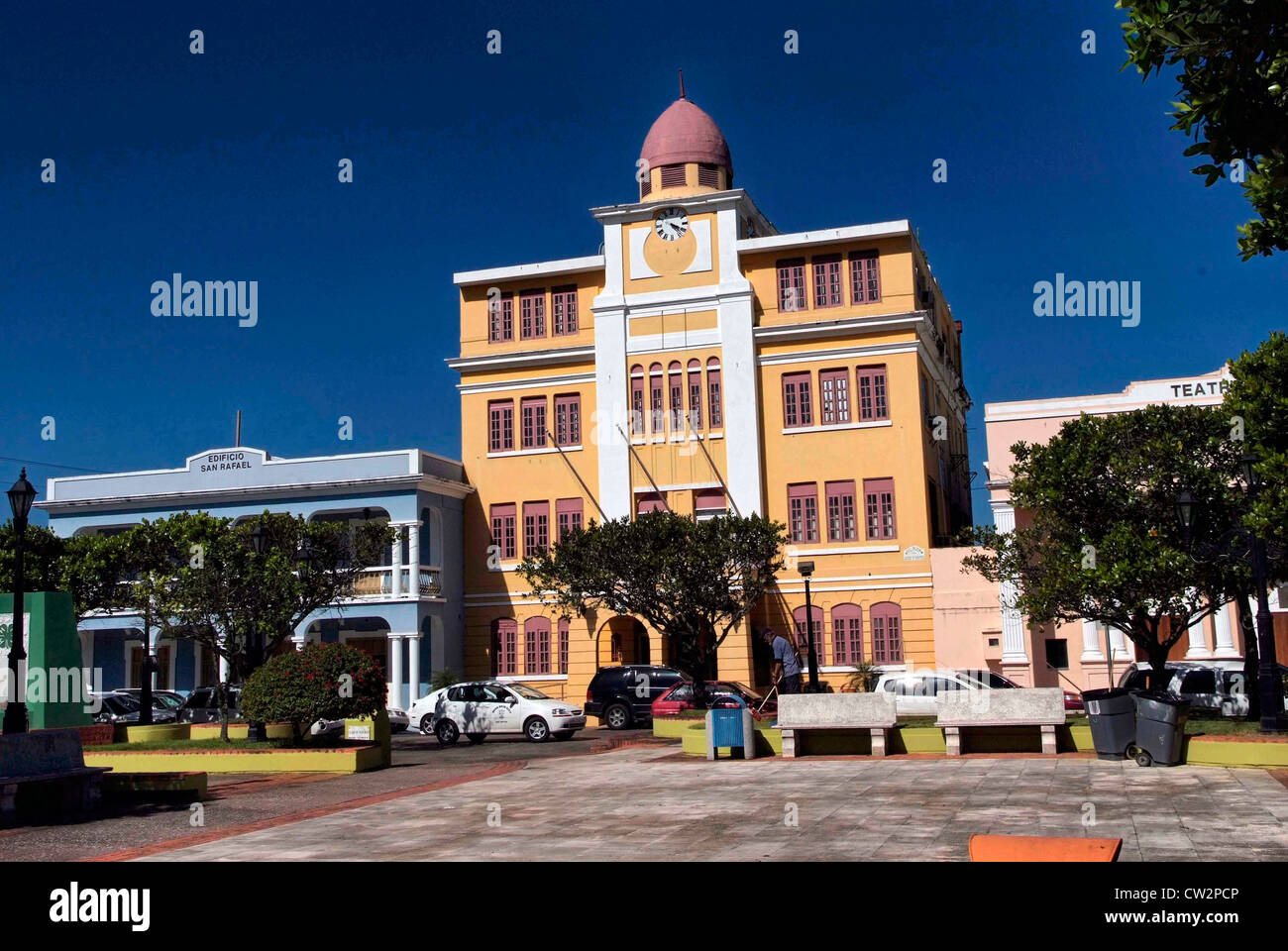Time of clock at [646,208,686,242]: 4:19
